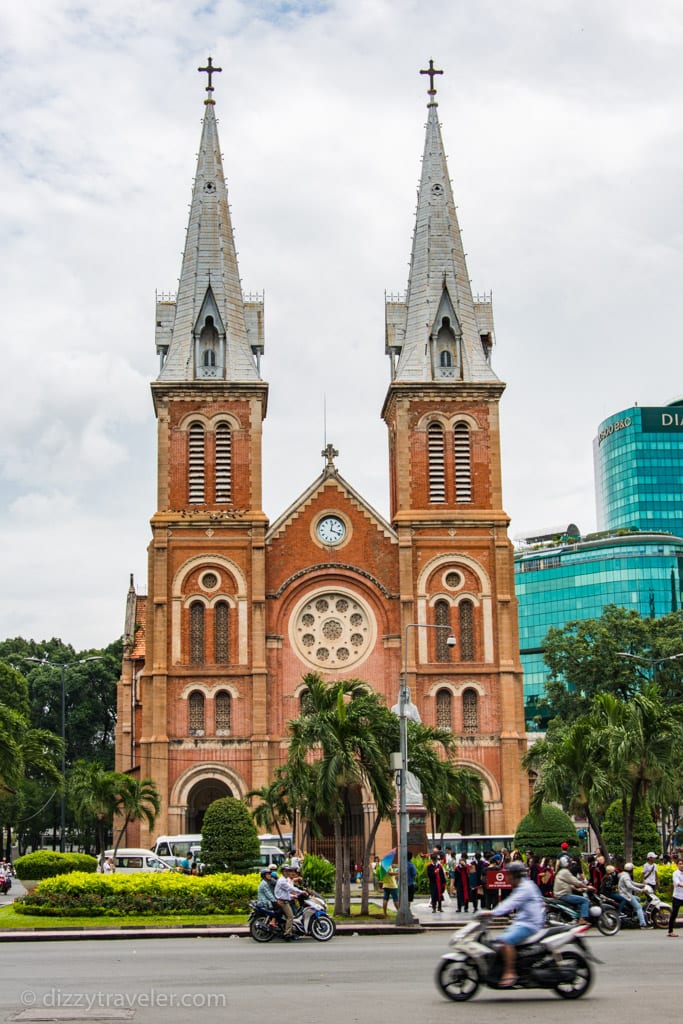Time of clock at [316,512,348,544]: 12:18
